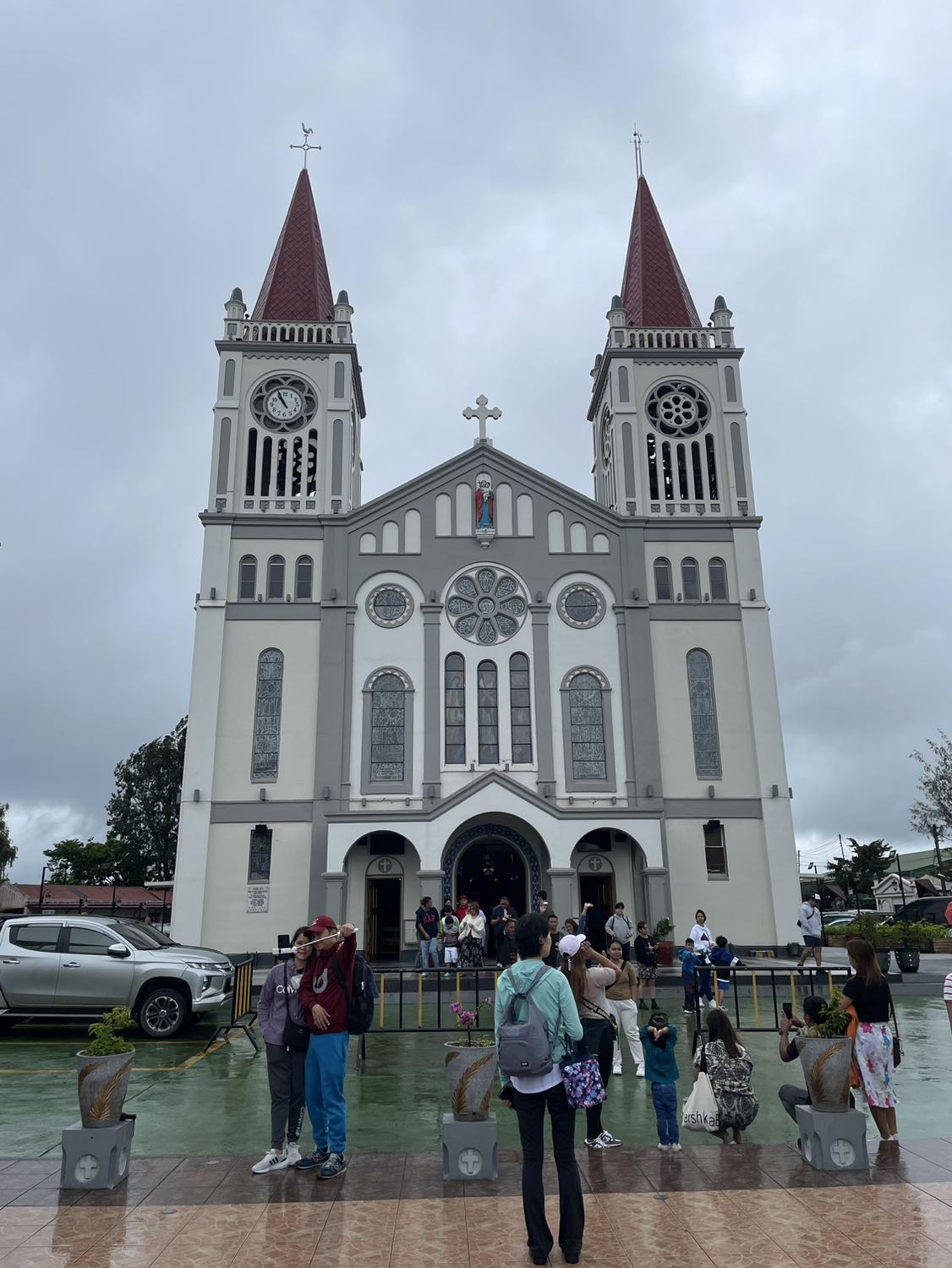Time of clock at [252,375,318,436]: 10:56
